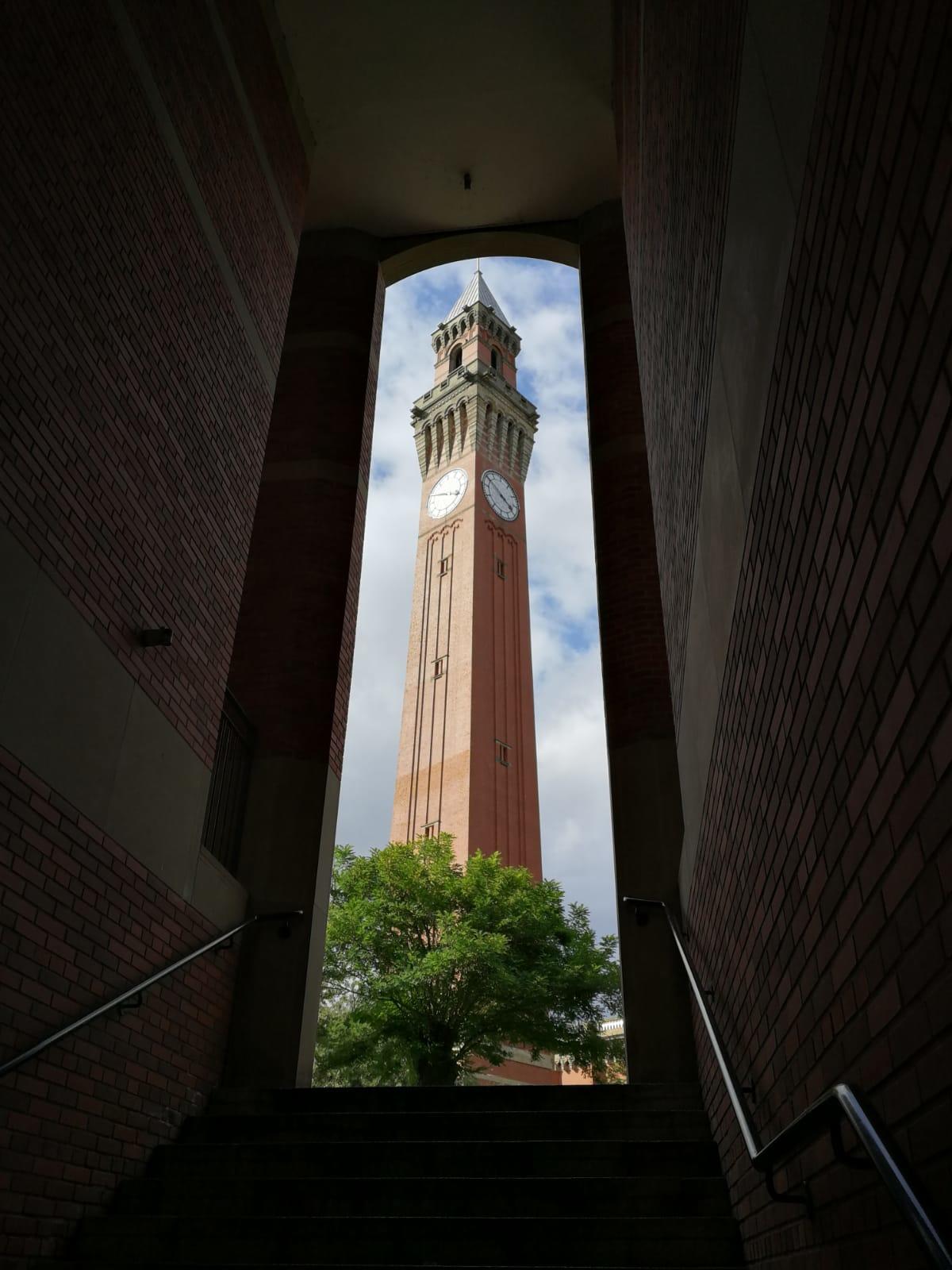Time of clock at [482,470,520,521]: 3:50
